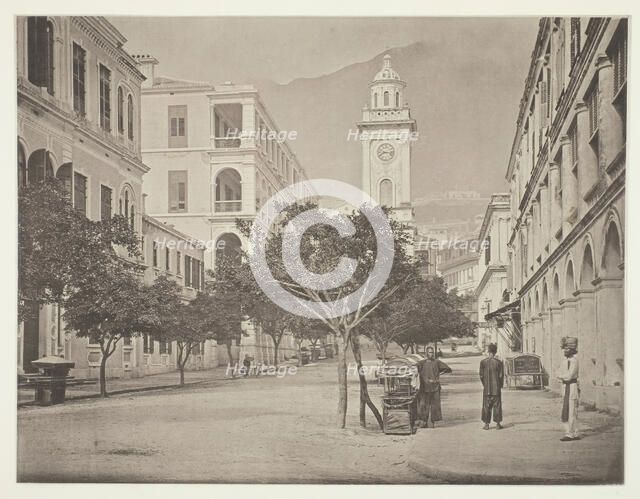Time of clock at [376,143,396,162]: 8:16
